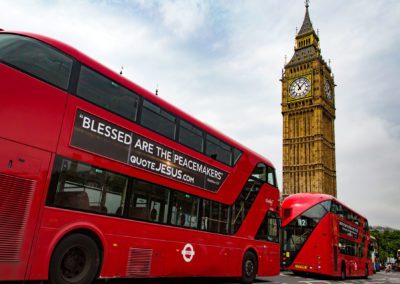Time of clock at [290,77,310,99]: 11:07
